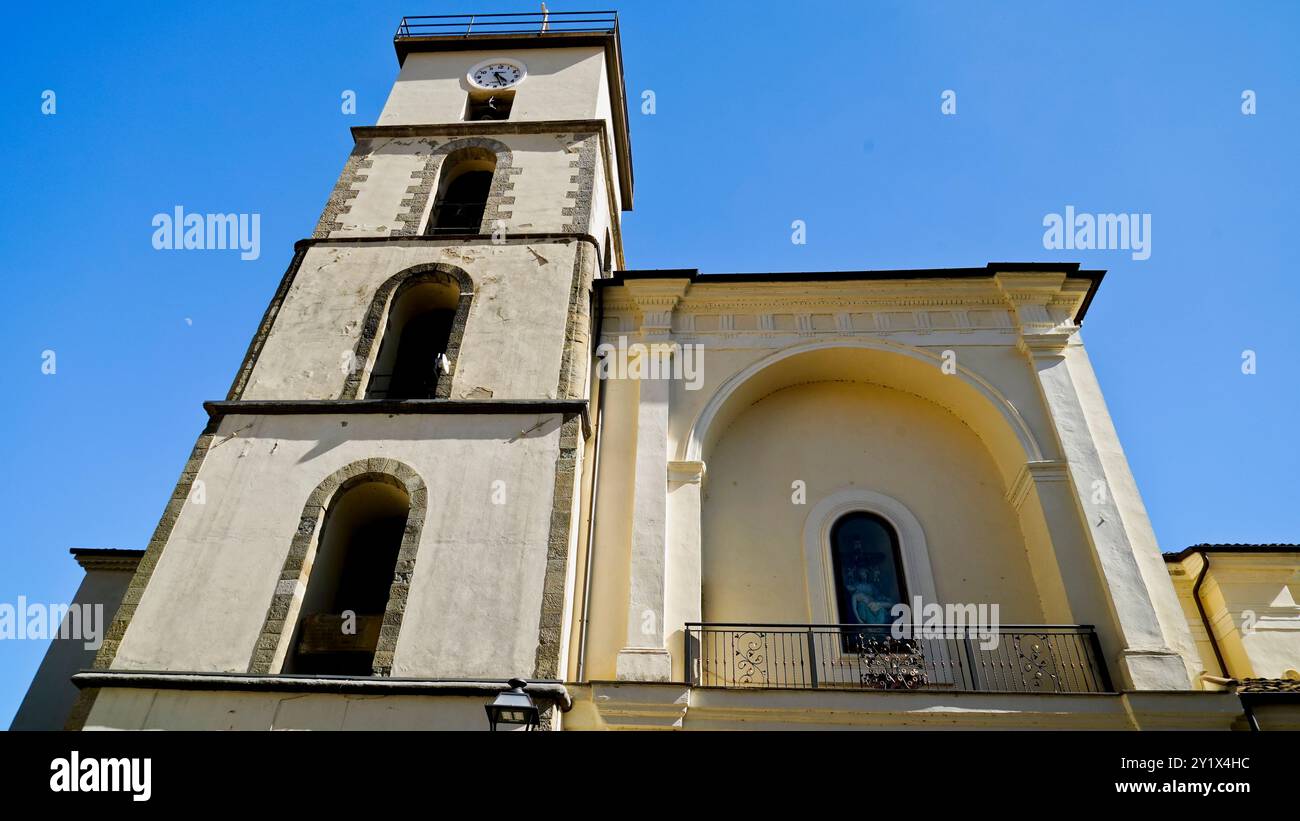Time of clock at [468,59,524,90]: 4:26
